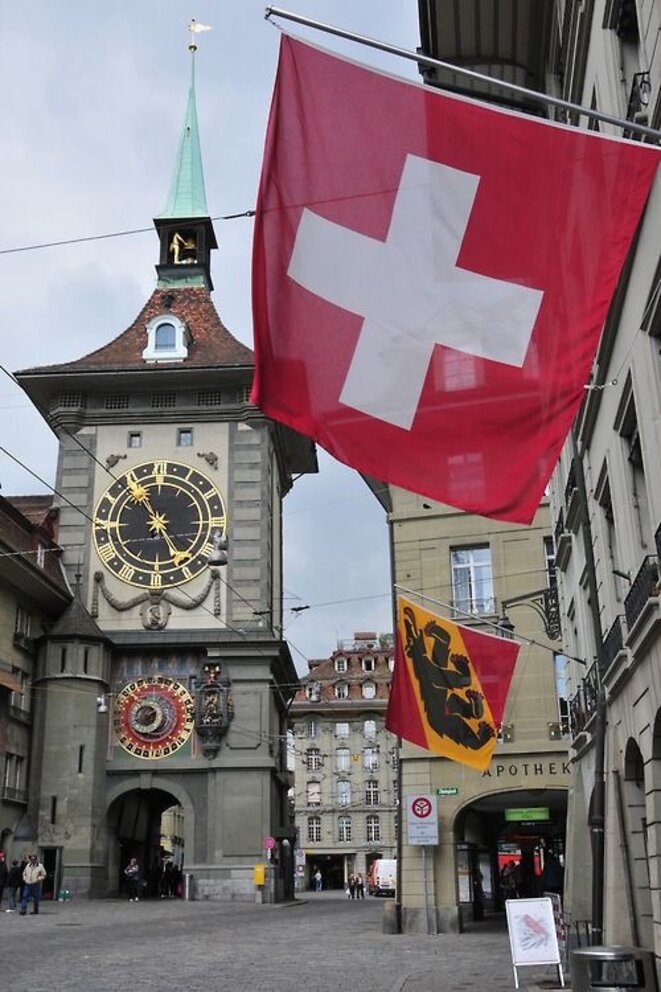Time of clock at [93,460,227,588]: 4:54
